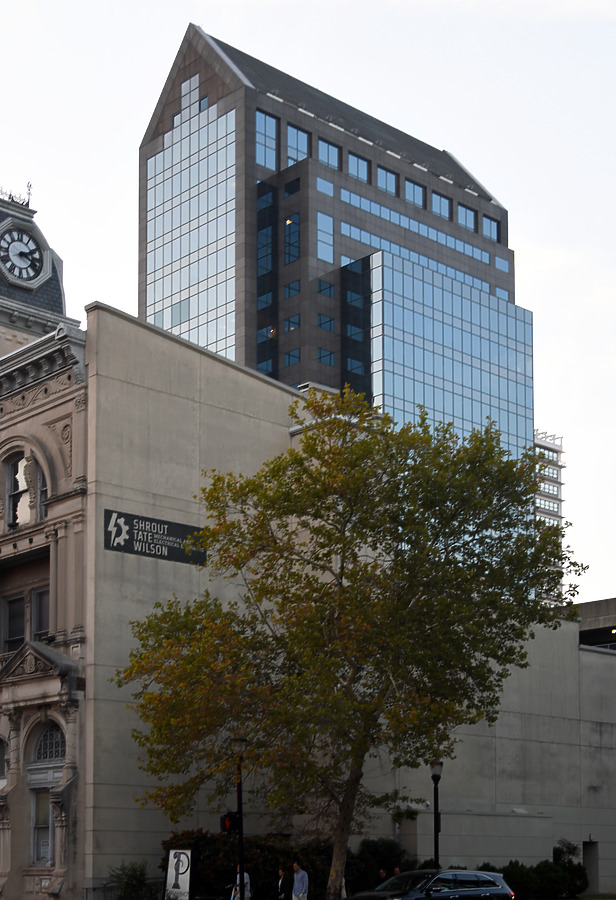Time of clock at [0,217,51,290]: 2:18
